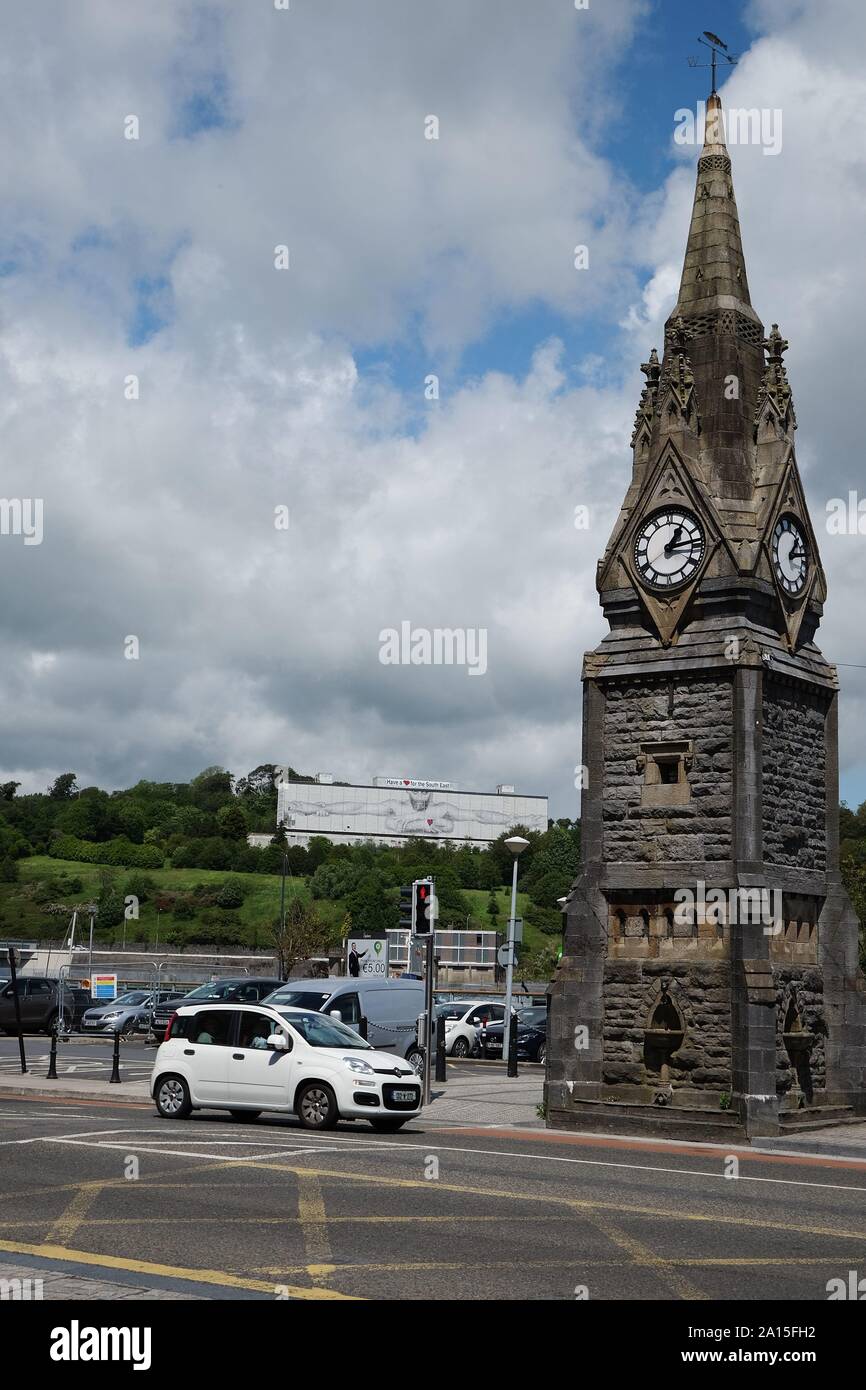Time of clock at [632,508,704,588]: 1:13
